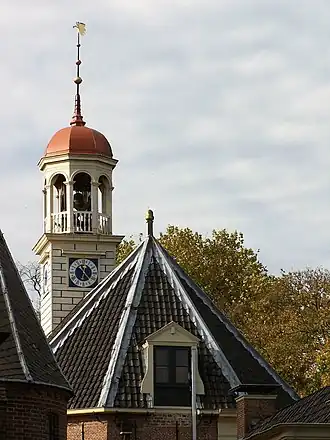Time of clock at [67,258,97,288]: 12:23
